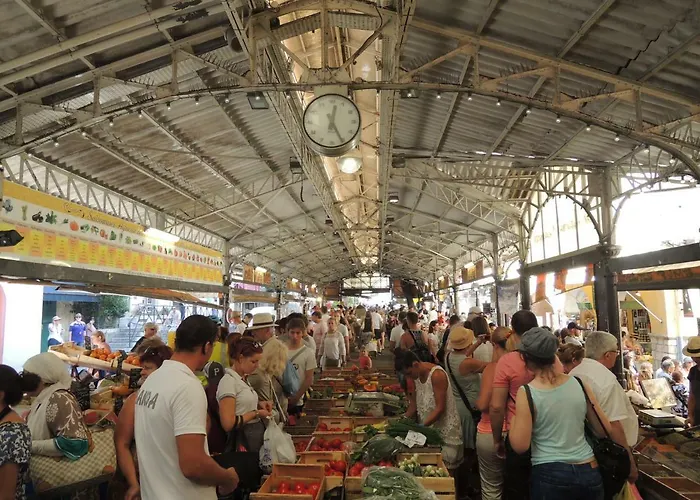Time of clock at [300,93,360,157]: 12:25
